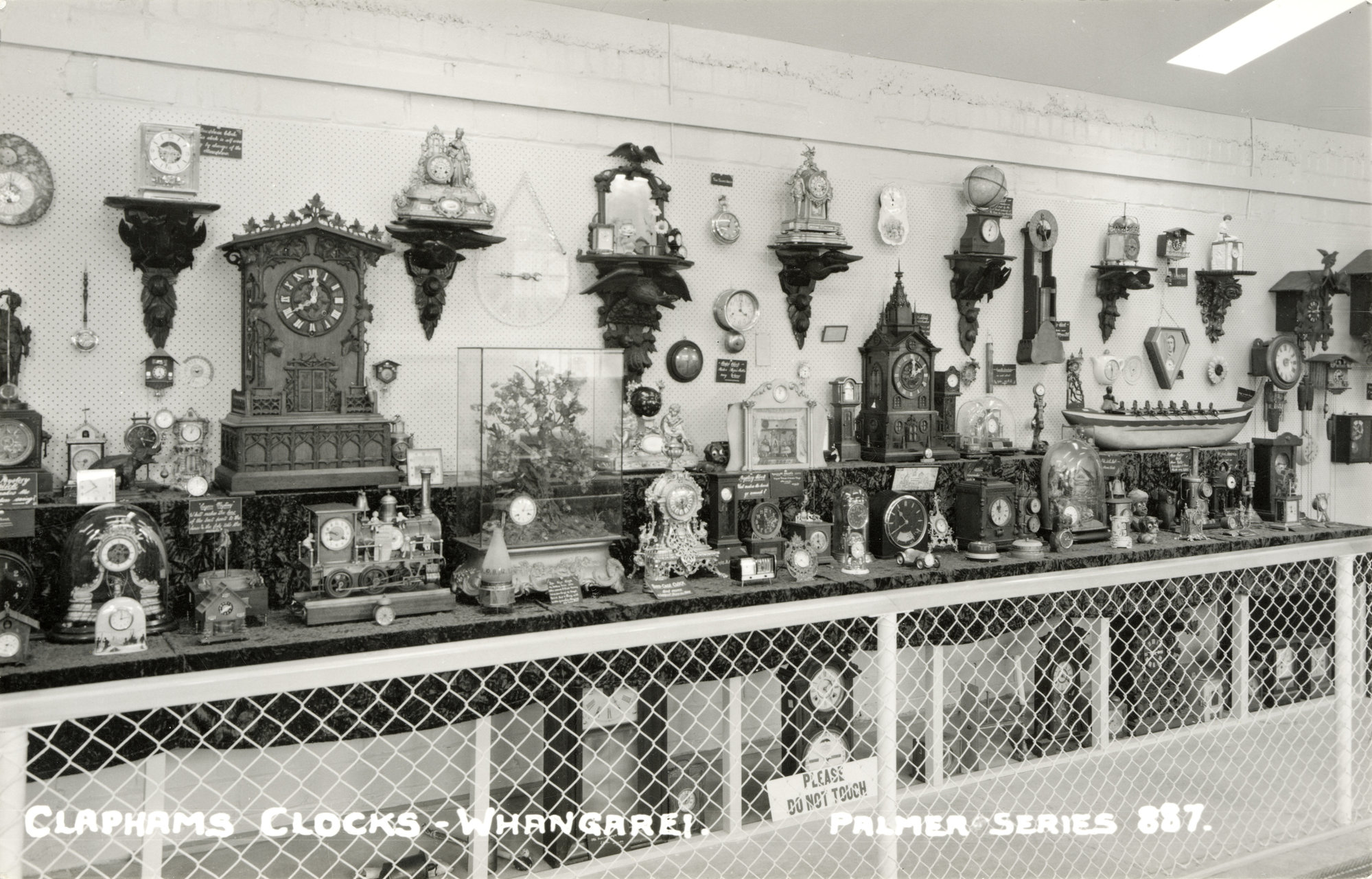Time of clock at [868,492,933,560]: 10:40
